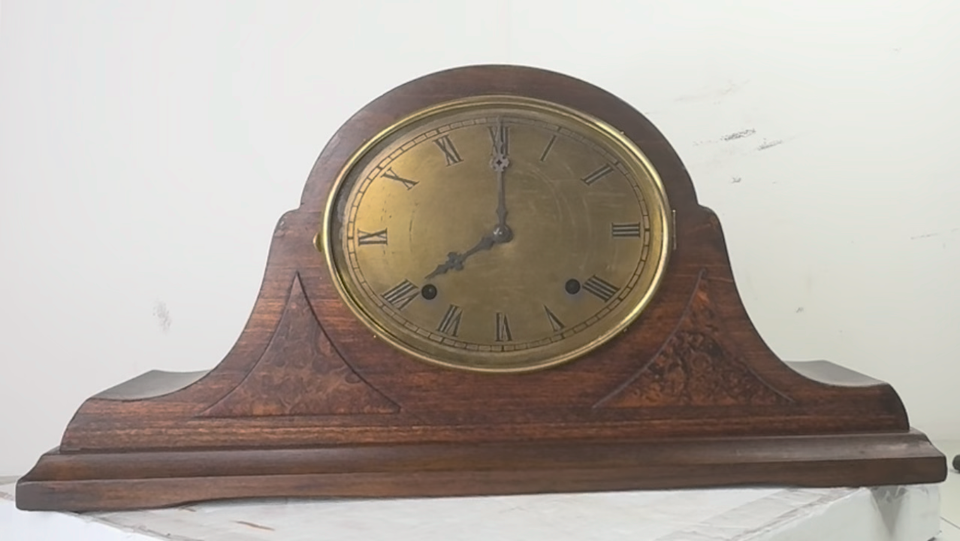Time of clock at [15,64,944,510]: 8:00
